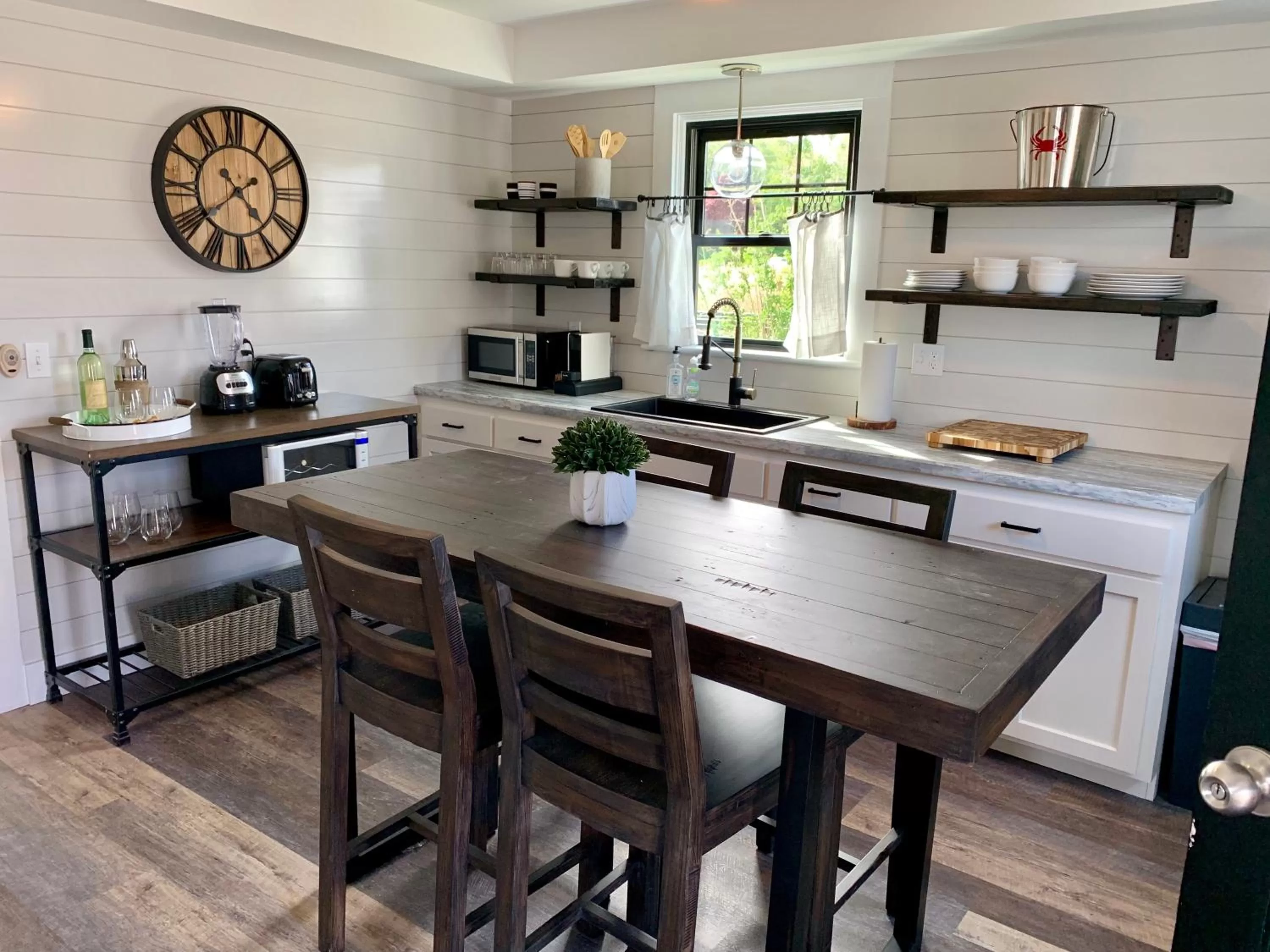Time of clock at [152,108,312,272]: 4:39
